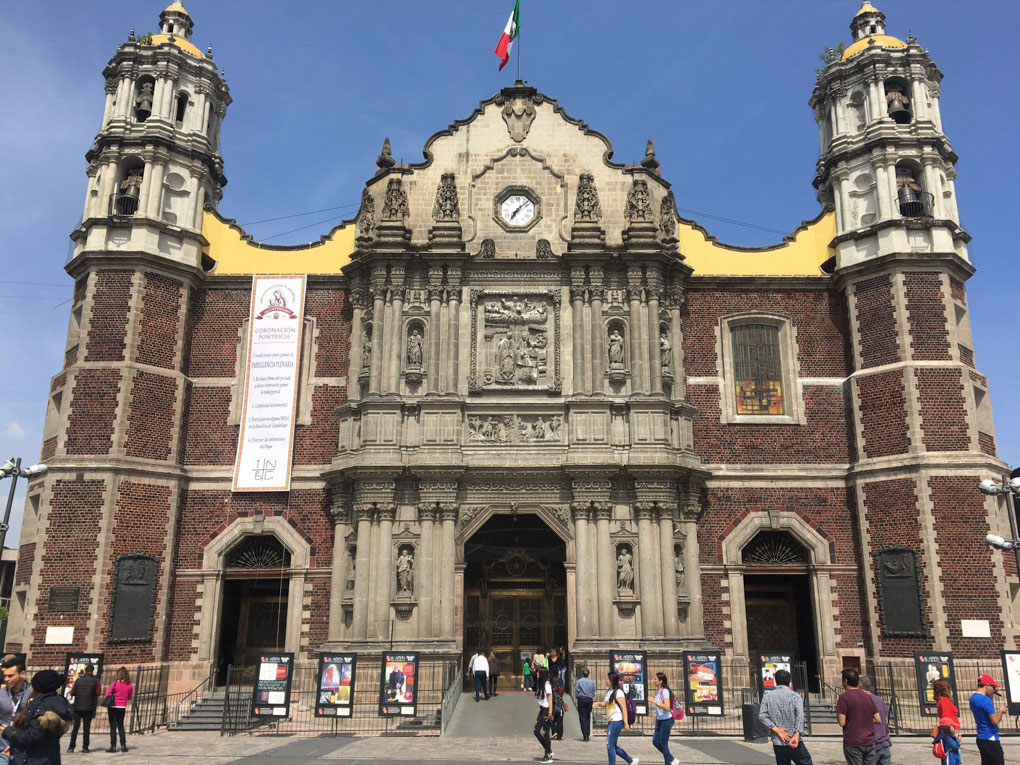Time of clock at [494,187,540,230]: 7:08
